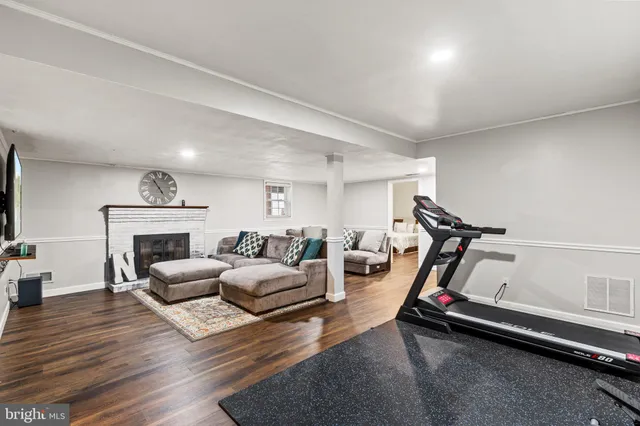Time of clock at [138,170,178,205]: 4:54
